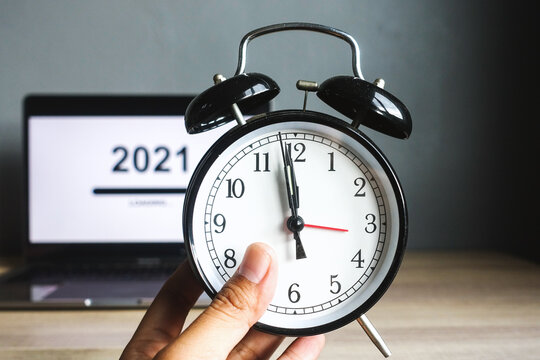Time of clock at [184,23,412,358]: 11:58
